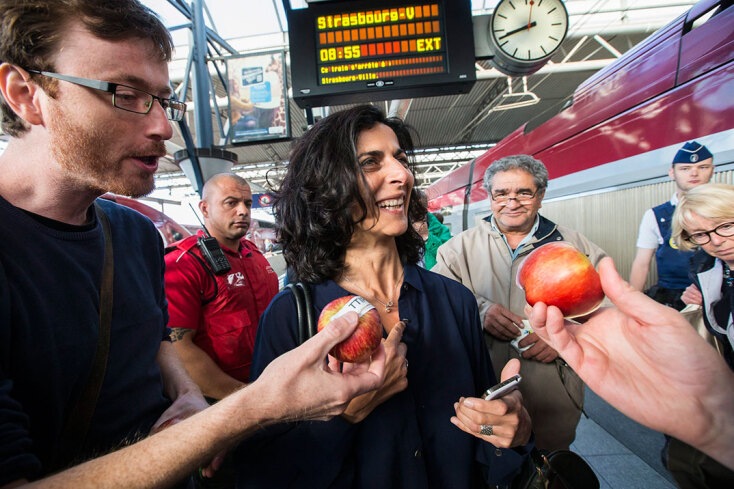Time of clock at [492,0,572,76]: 8:42
